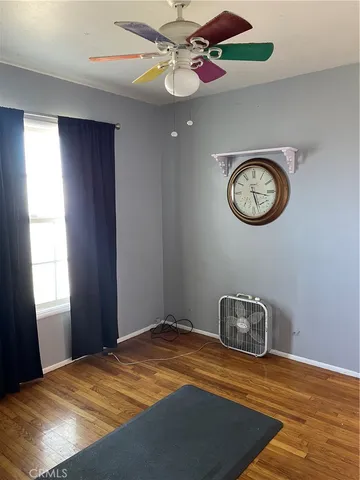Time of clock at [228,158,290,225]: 3:27
